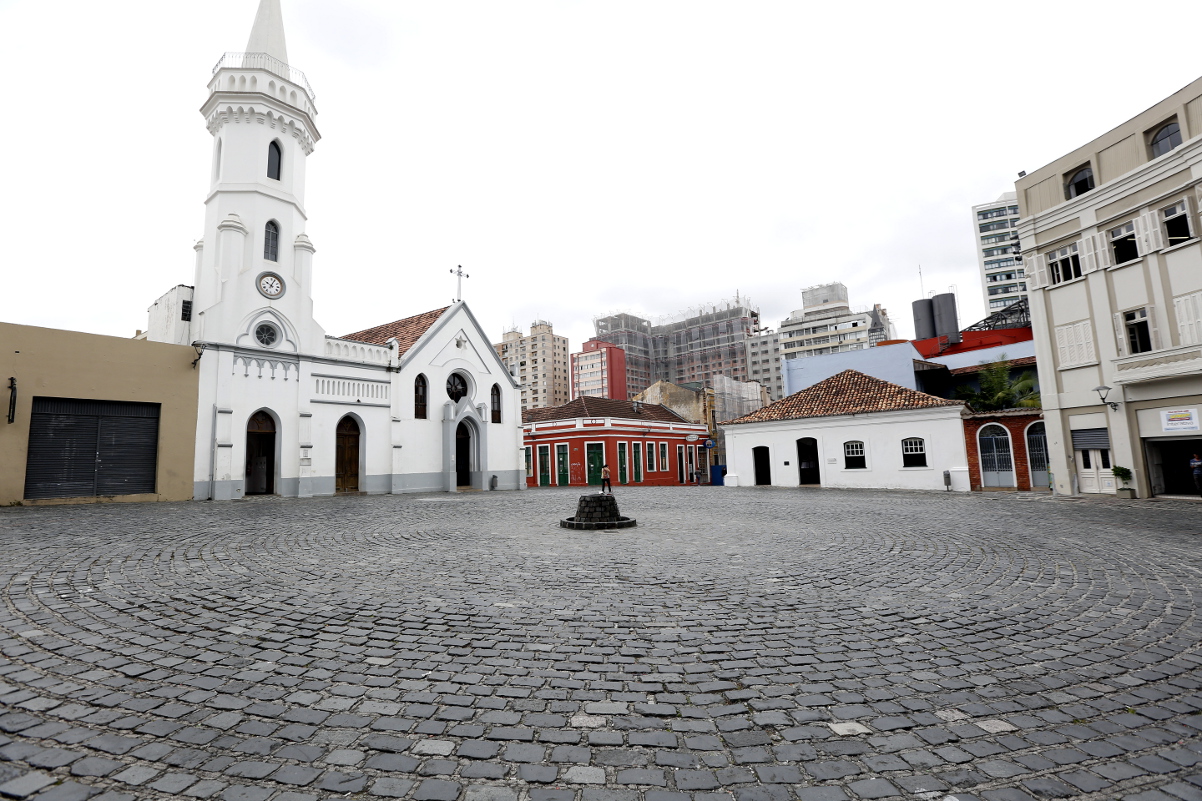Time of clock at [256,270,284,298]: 10:04
